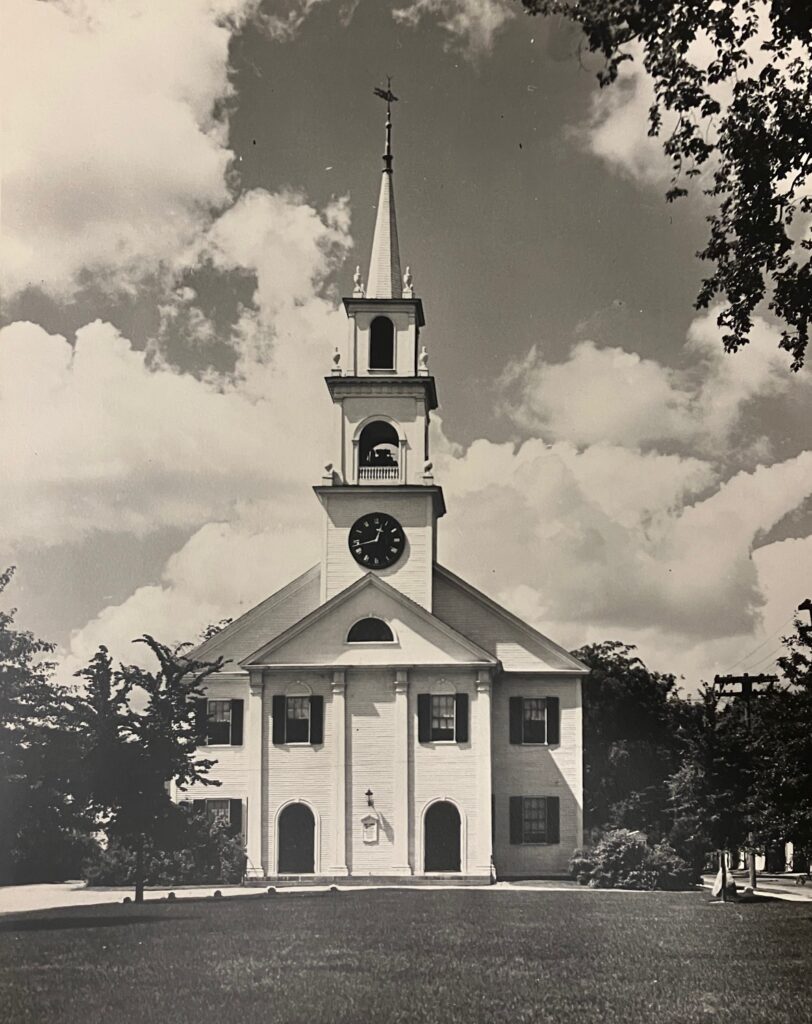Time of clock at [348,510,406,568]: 12:43
